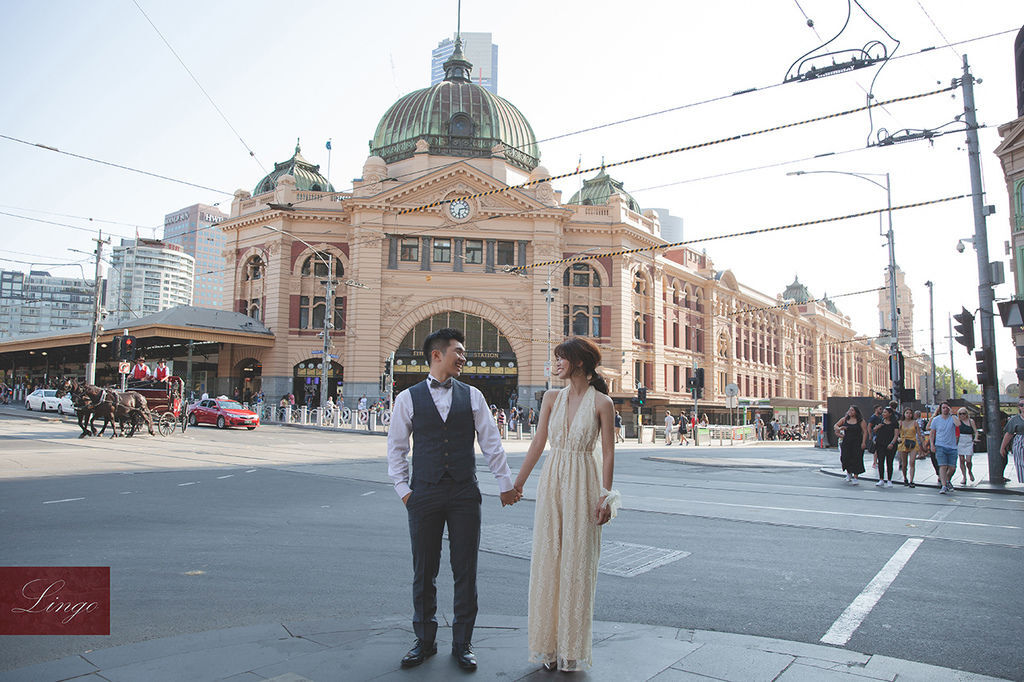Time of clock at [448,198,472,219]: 6:13
